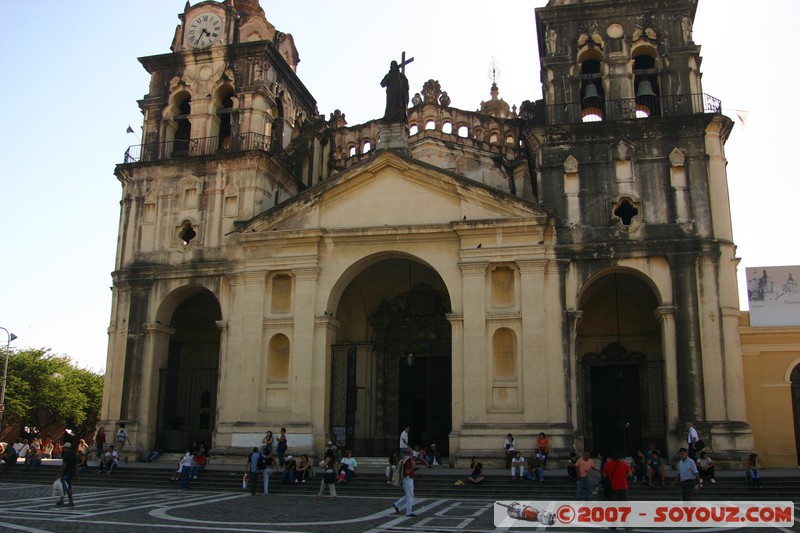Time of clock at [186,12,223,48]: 4:34
